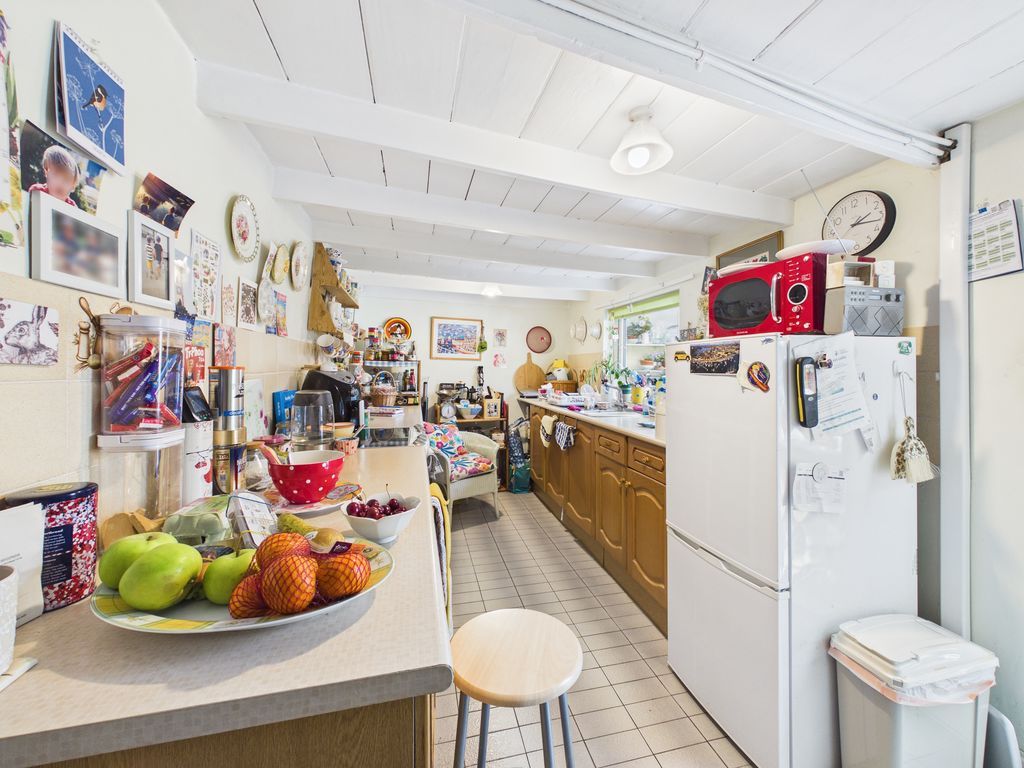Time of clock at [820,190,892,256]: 2:17
